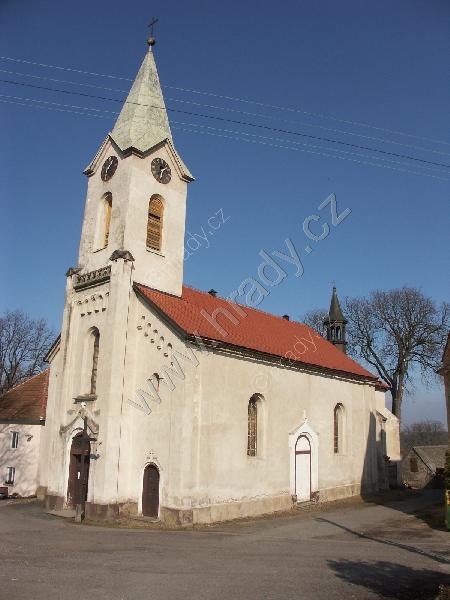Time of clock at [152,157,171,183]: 1:32
